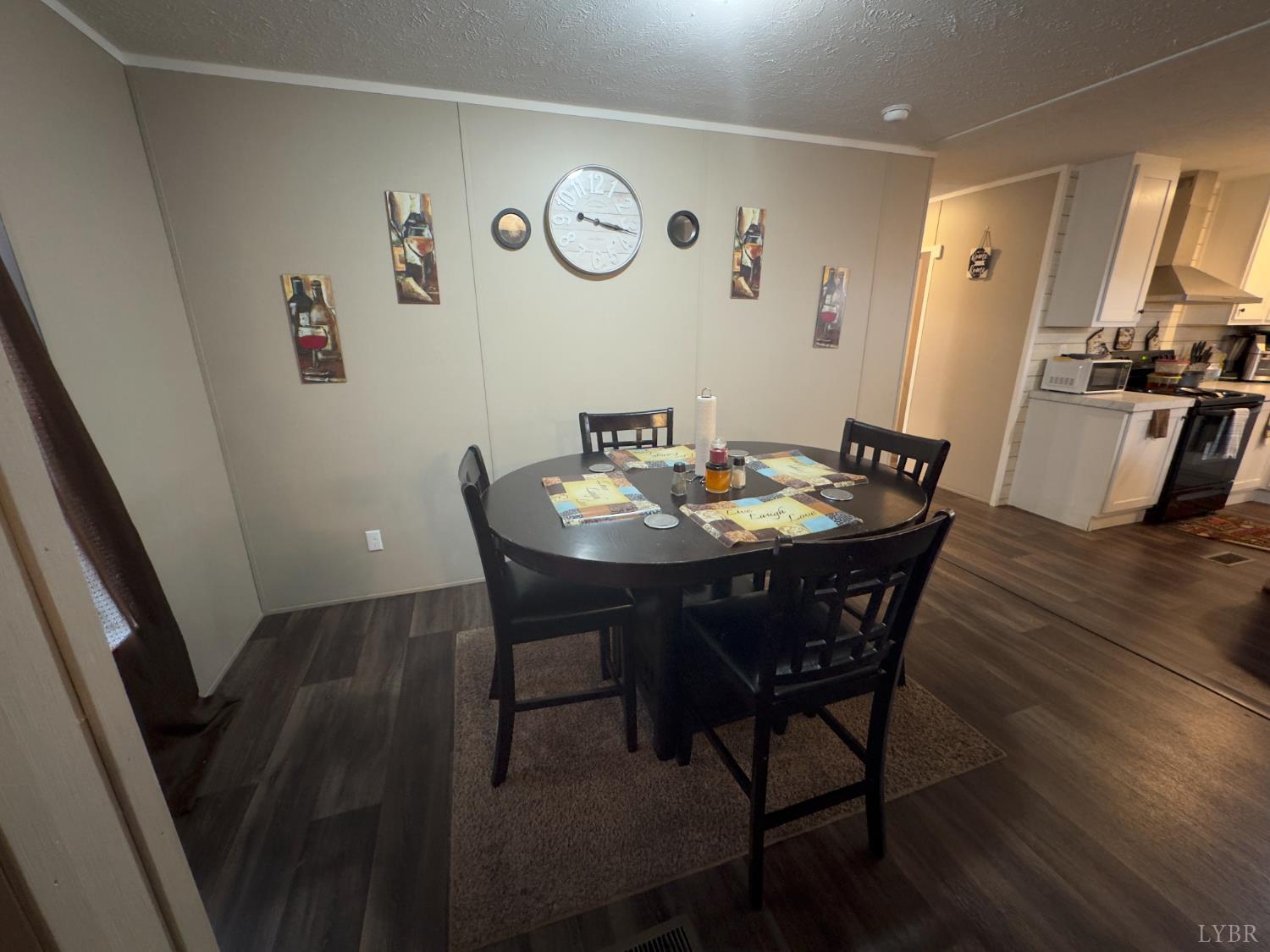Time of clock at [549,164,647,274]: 3:16
